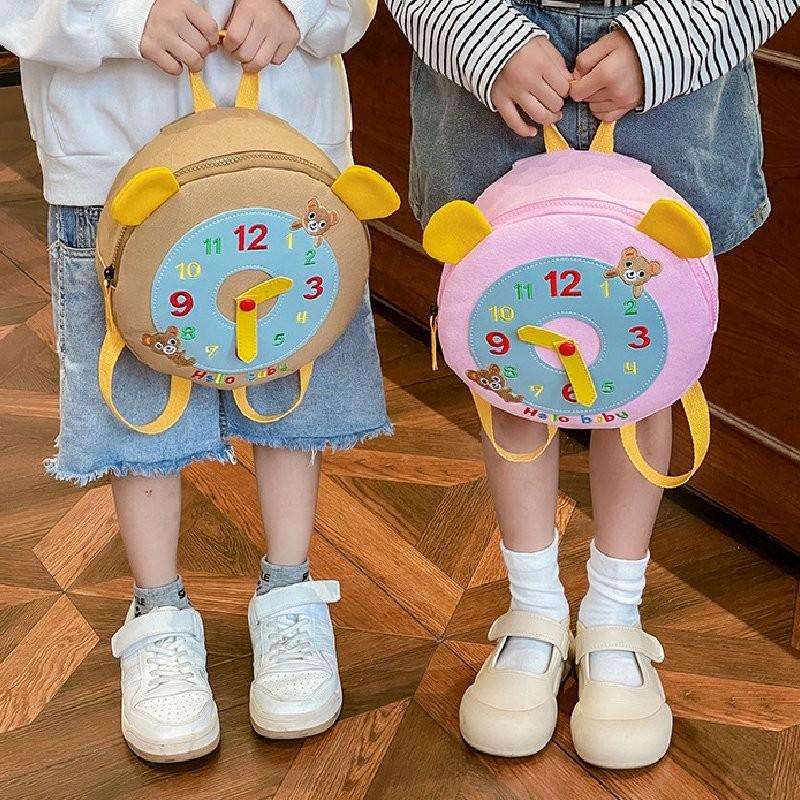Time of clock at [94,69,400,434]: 2:29
